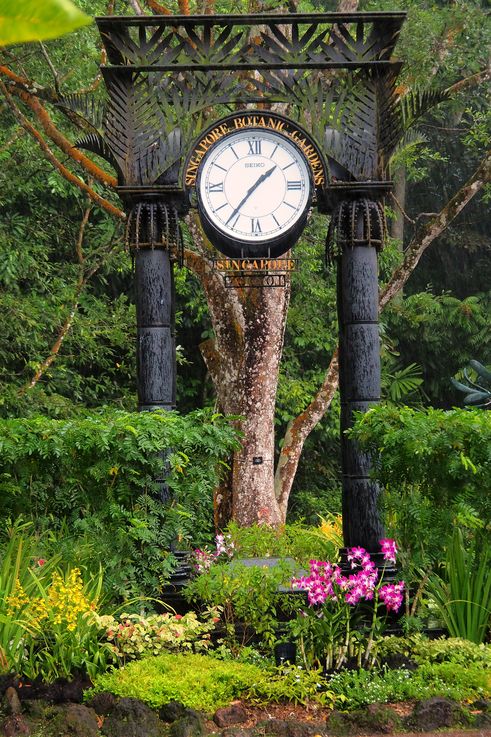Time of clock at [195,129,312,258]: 1:36
